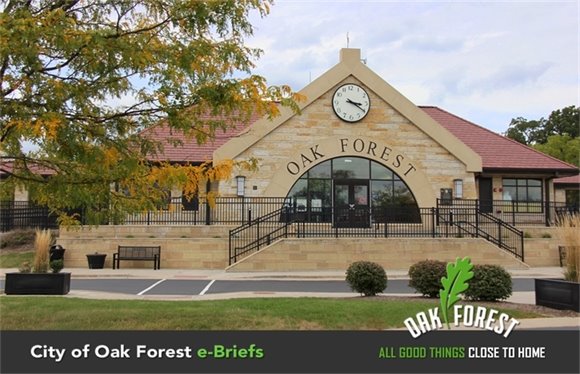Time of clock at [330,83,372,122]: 3:20
